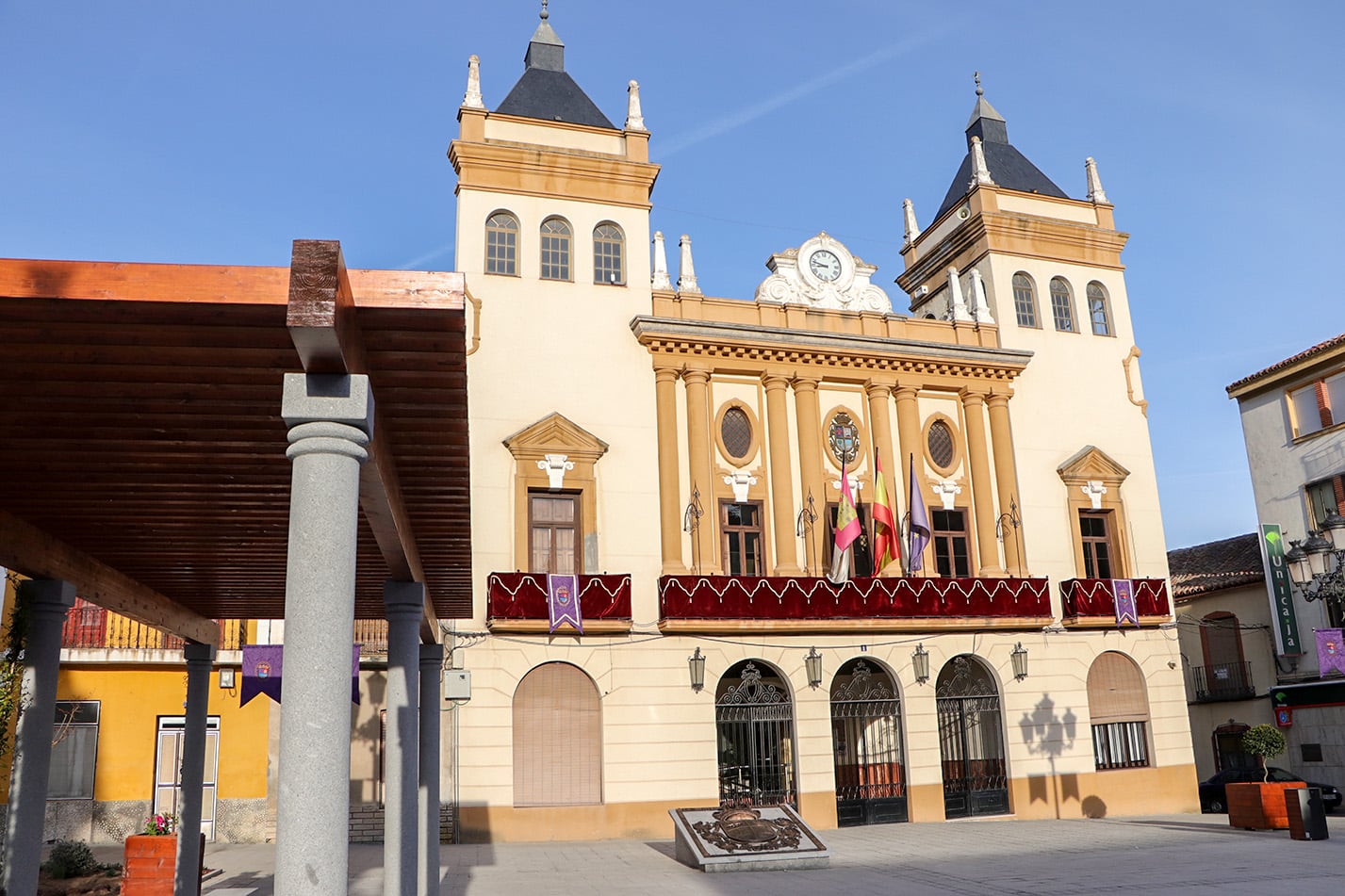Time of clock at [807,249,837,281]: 8:47
